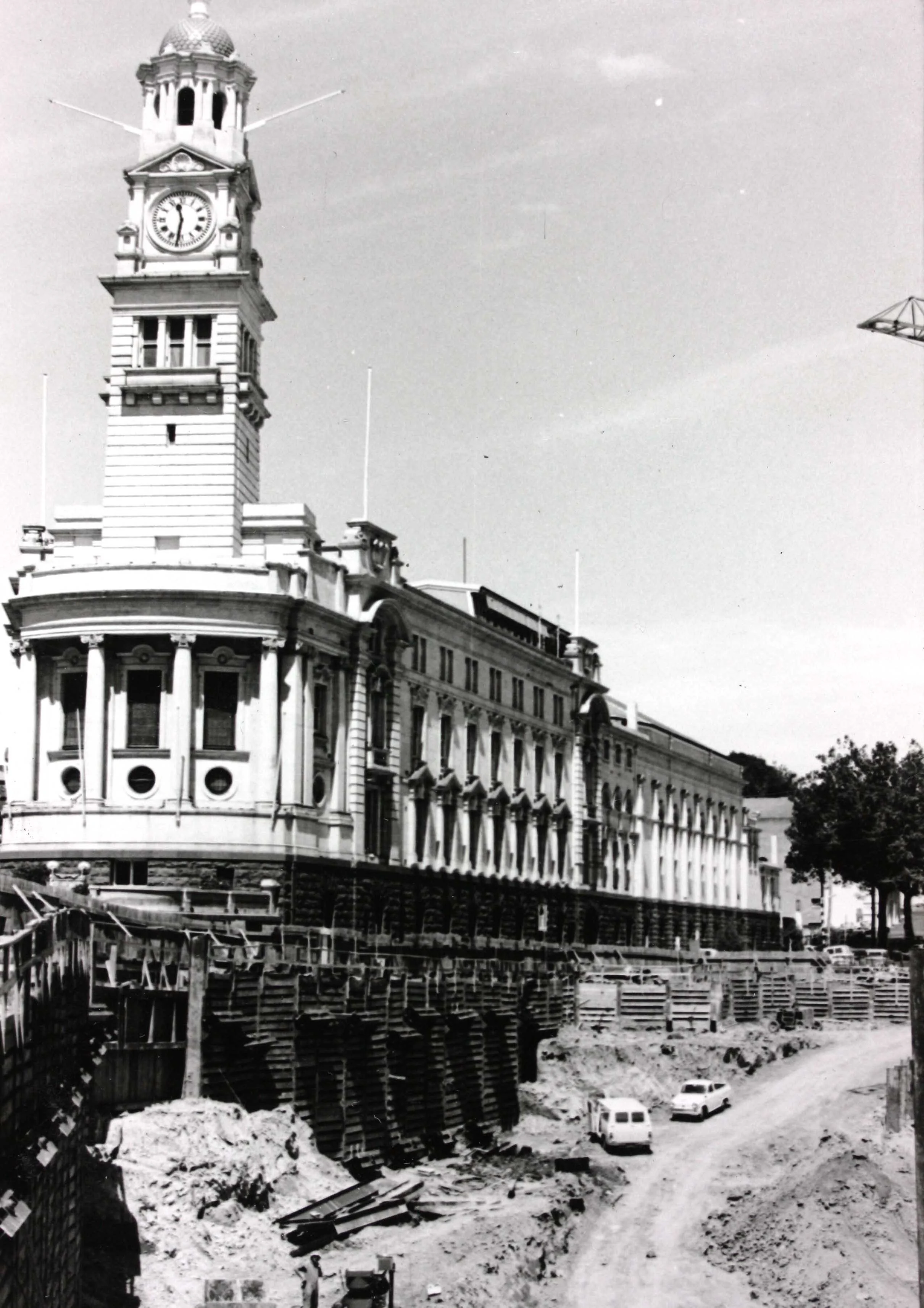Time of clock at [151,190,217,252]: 11:31
